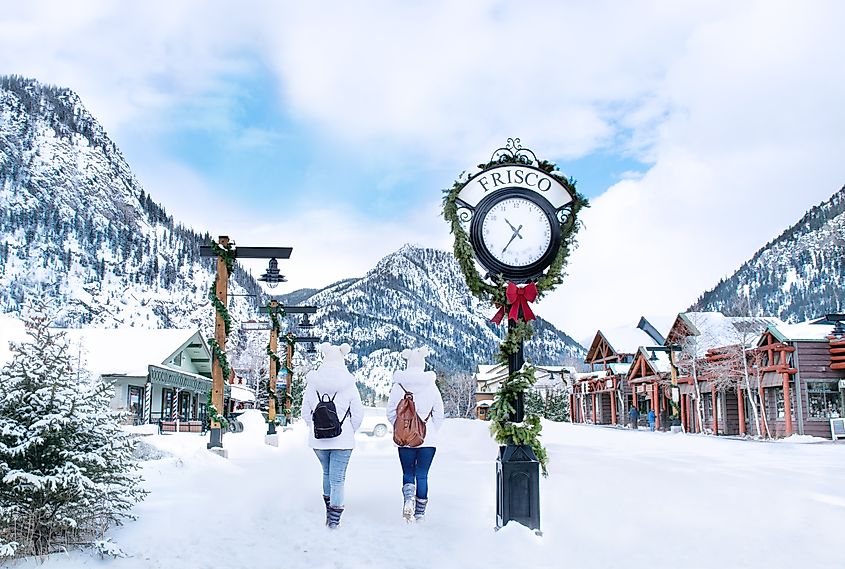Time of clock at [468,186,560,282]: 10:35
